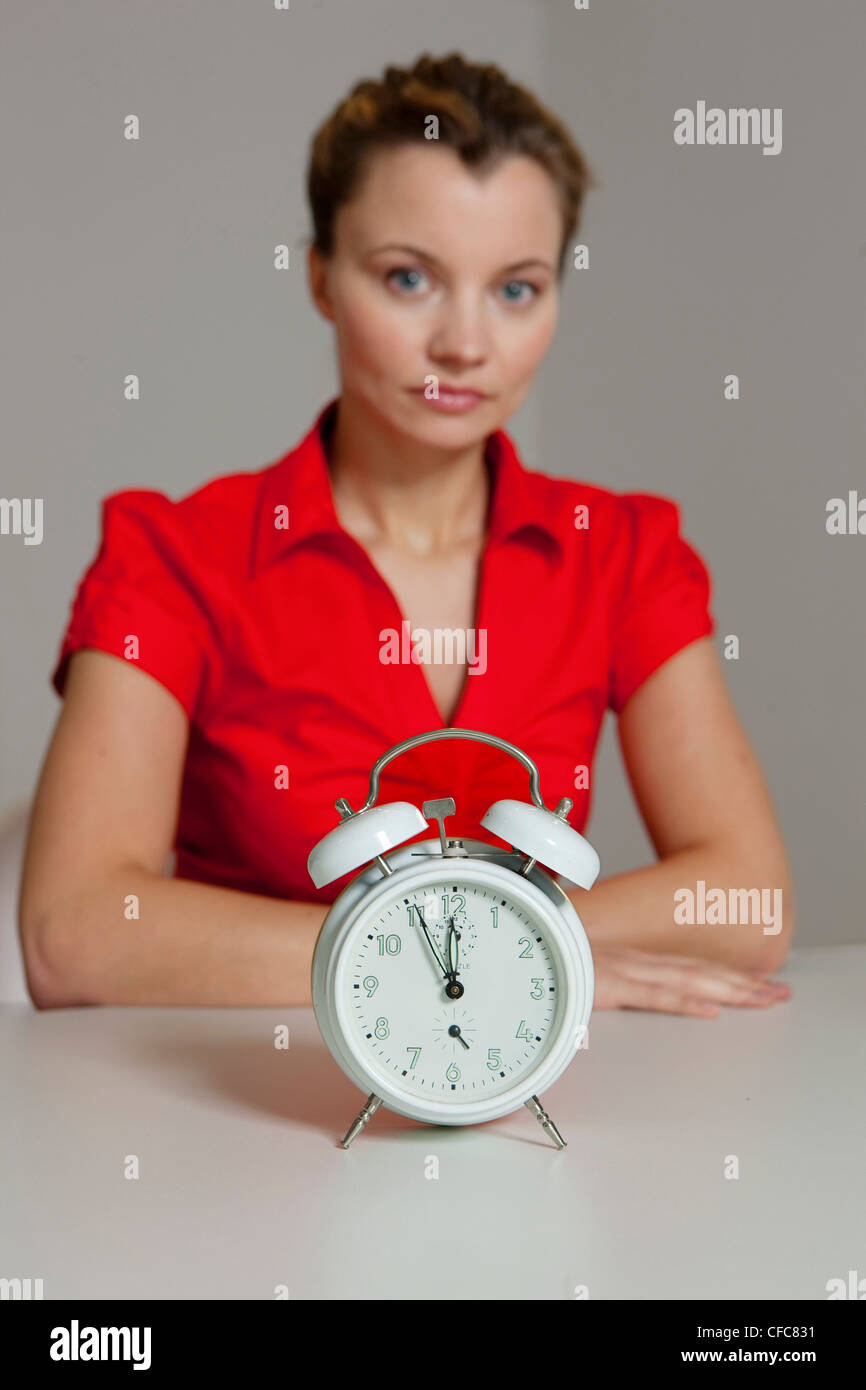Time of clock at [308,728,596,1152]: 11:00
